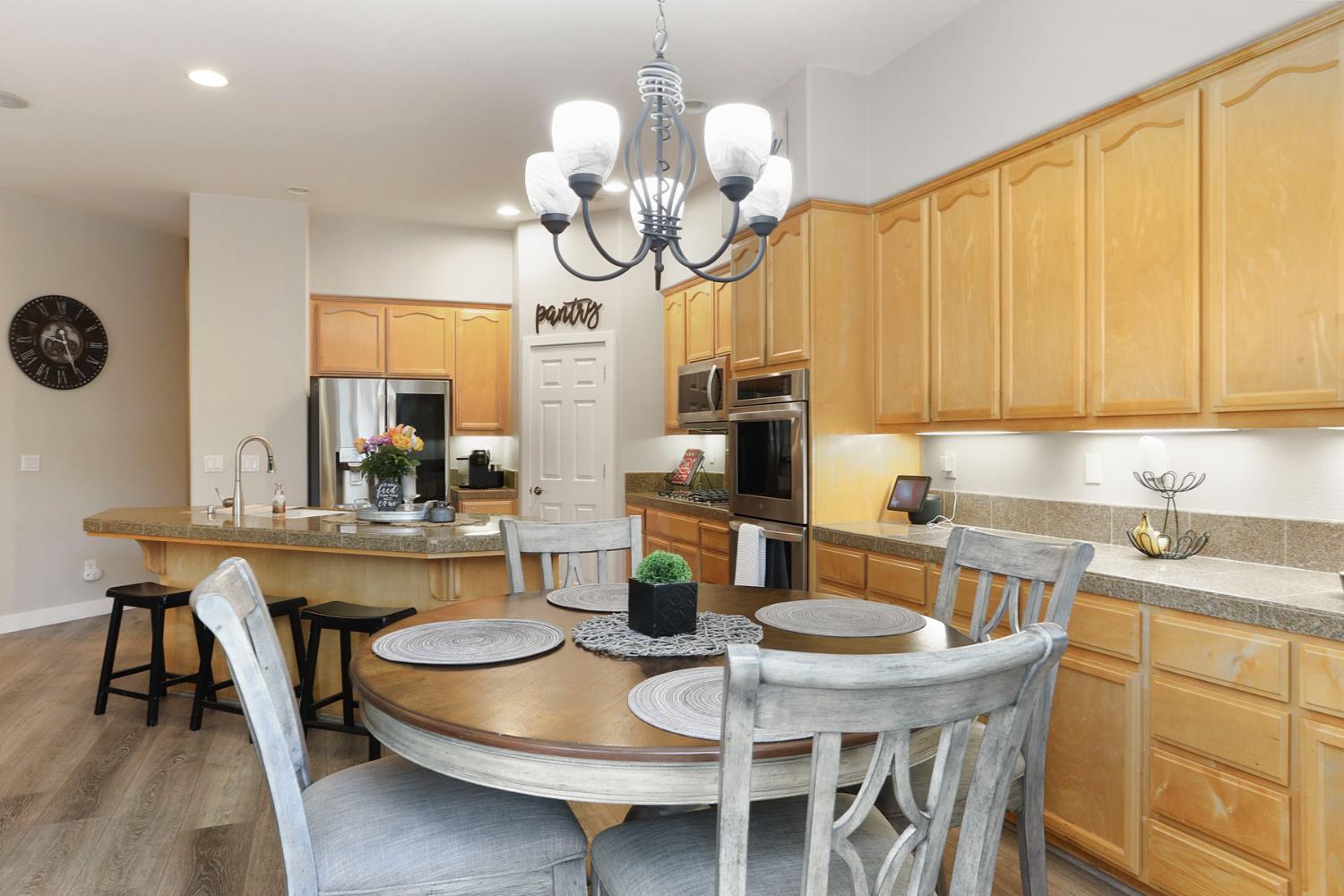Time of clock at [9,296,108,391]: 9:26
